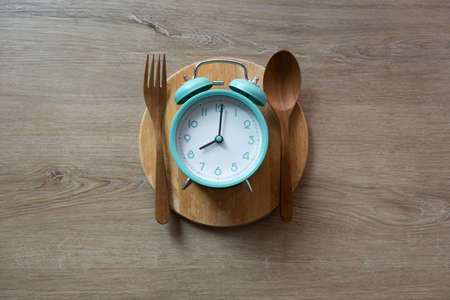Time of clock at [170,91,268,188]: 8:01
